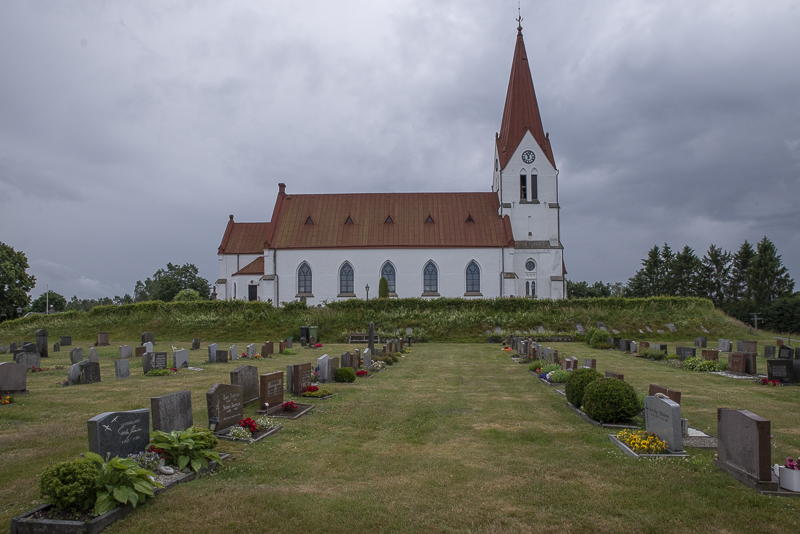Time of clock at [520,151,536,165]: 11:03
